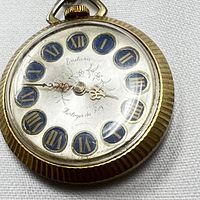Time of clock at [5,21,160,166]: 3:46
